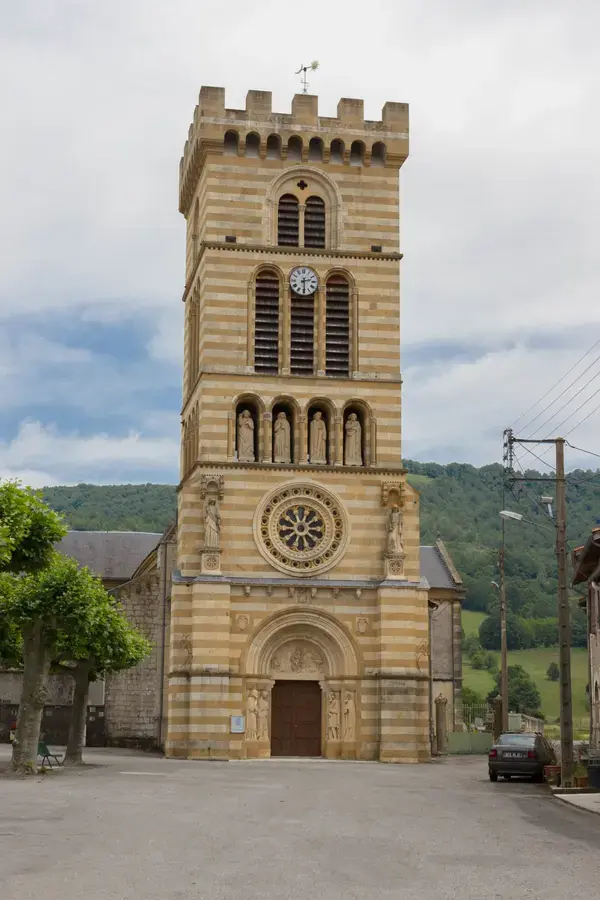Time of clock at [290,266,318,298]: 2:29
